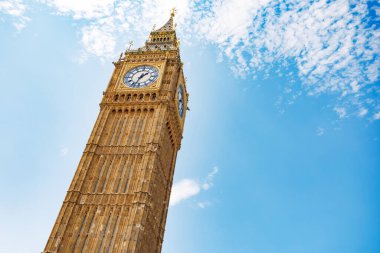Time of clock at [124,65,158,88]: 1:33
